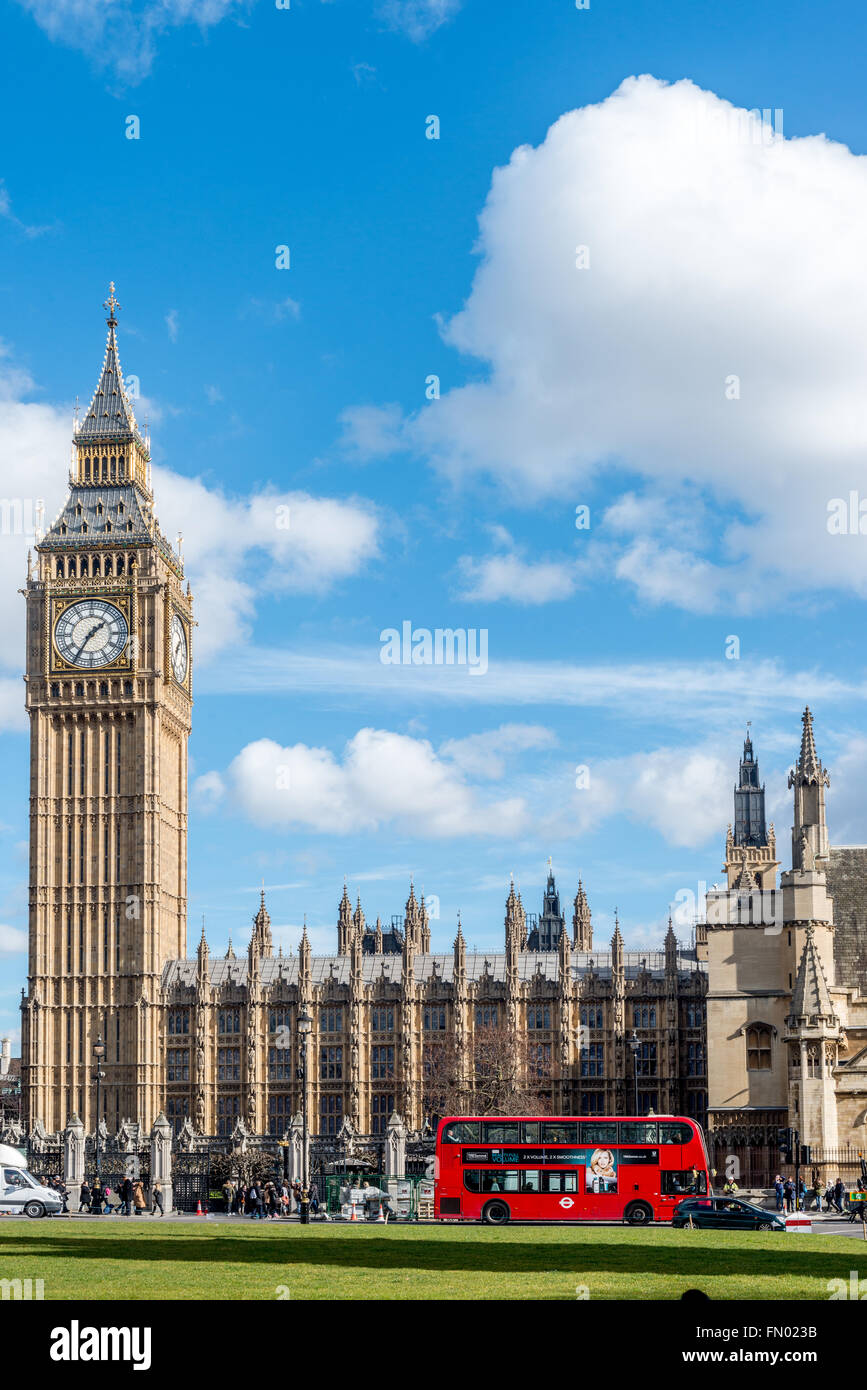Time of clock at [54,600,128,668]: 1:35
